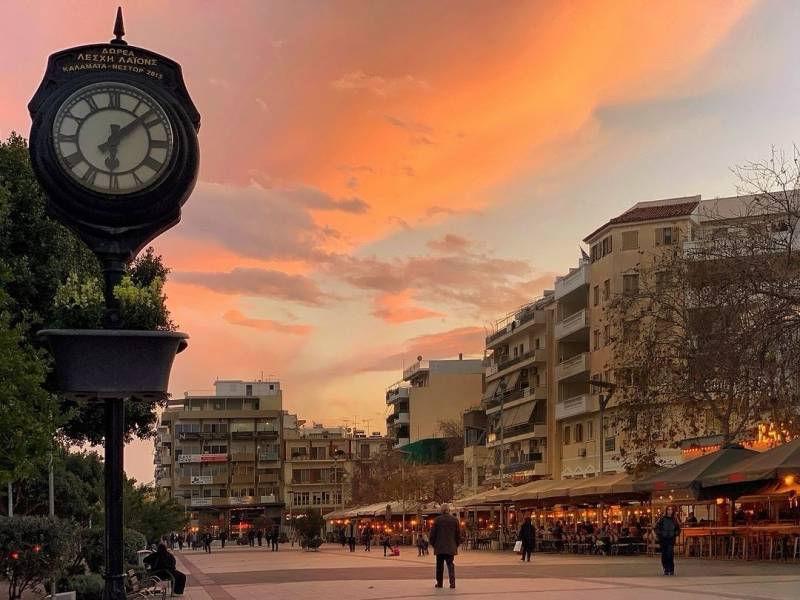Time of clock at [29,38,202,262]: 6:08
